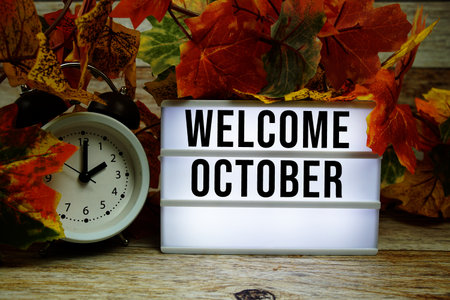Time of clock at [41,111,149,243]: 2:00
